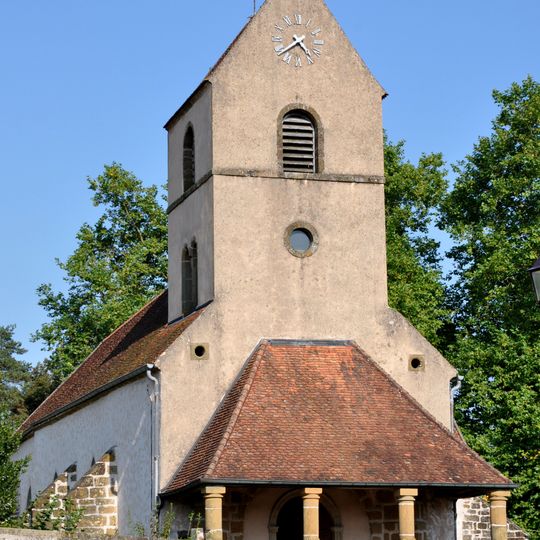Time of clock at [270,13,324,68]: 4:39
